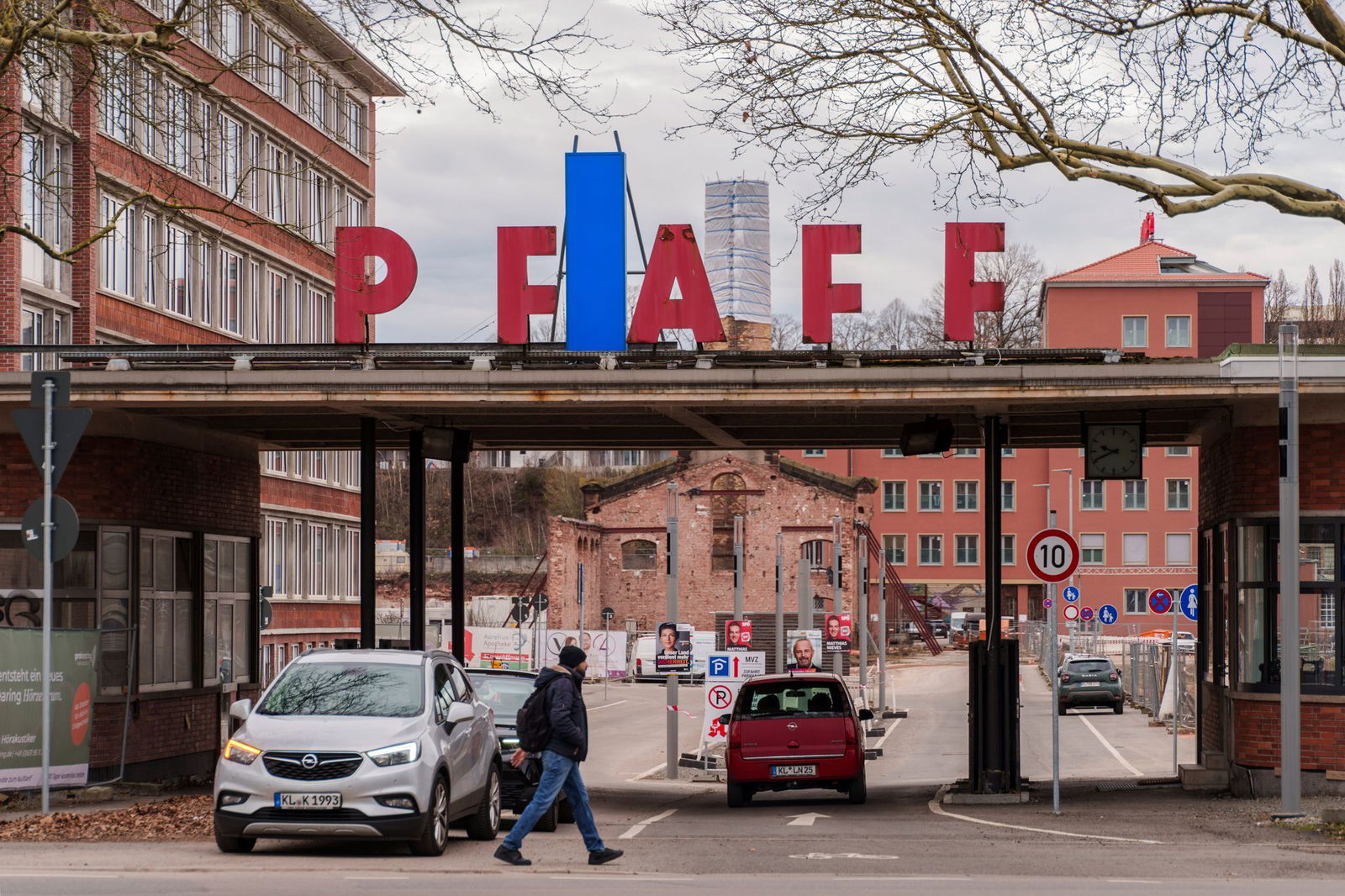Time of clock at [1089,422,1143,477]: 9:41
